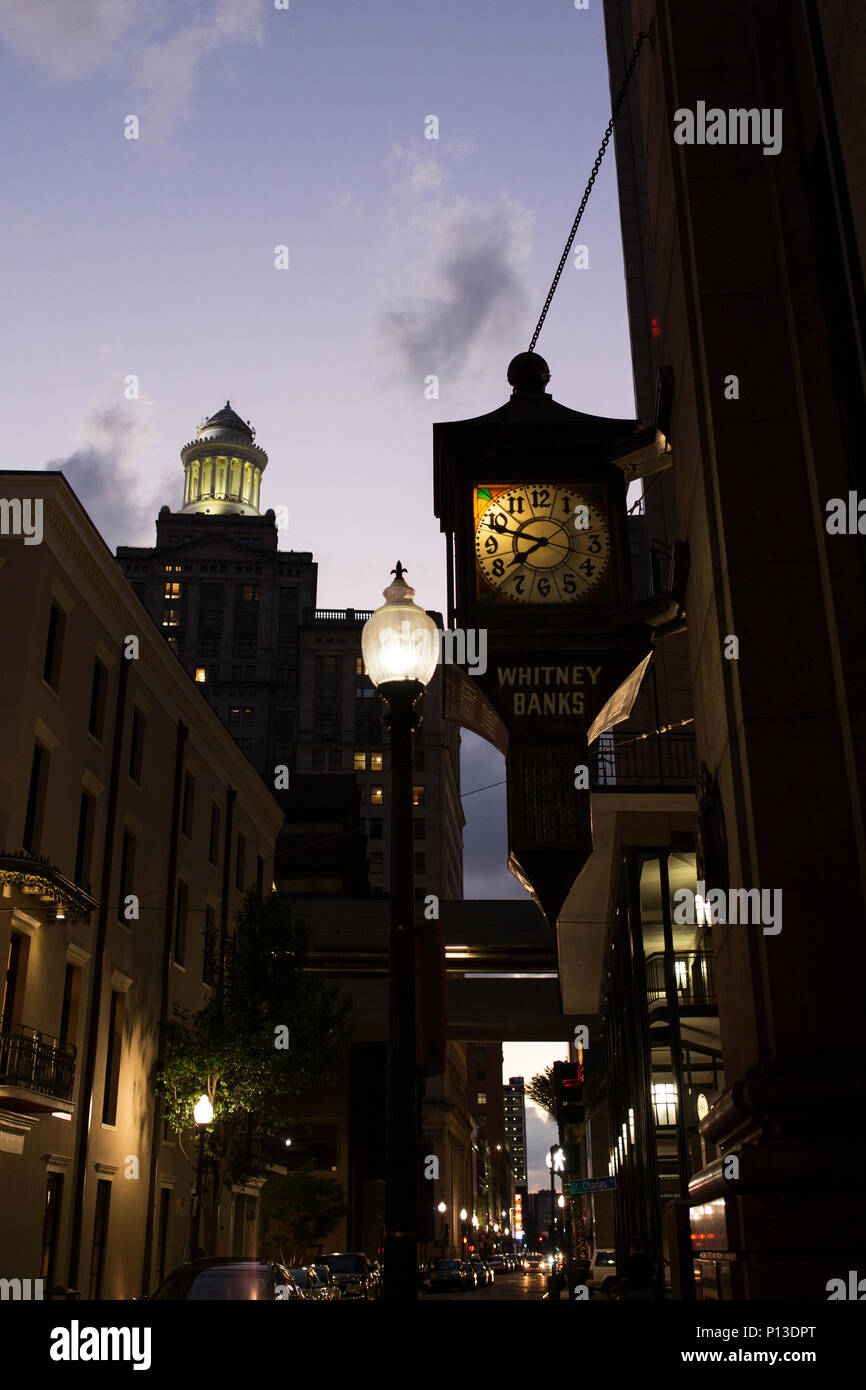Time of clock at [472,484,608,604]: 7:48
